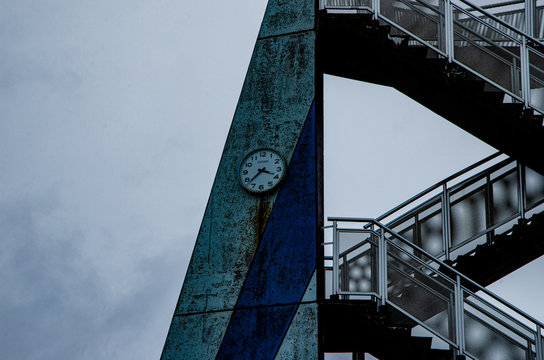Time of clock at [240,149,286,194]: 3:38
